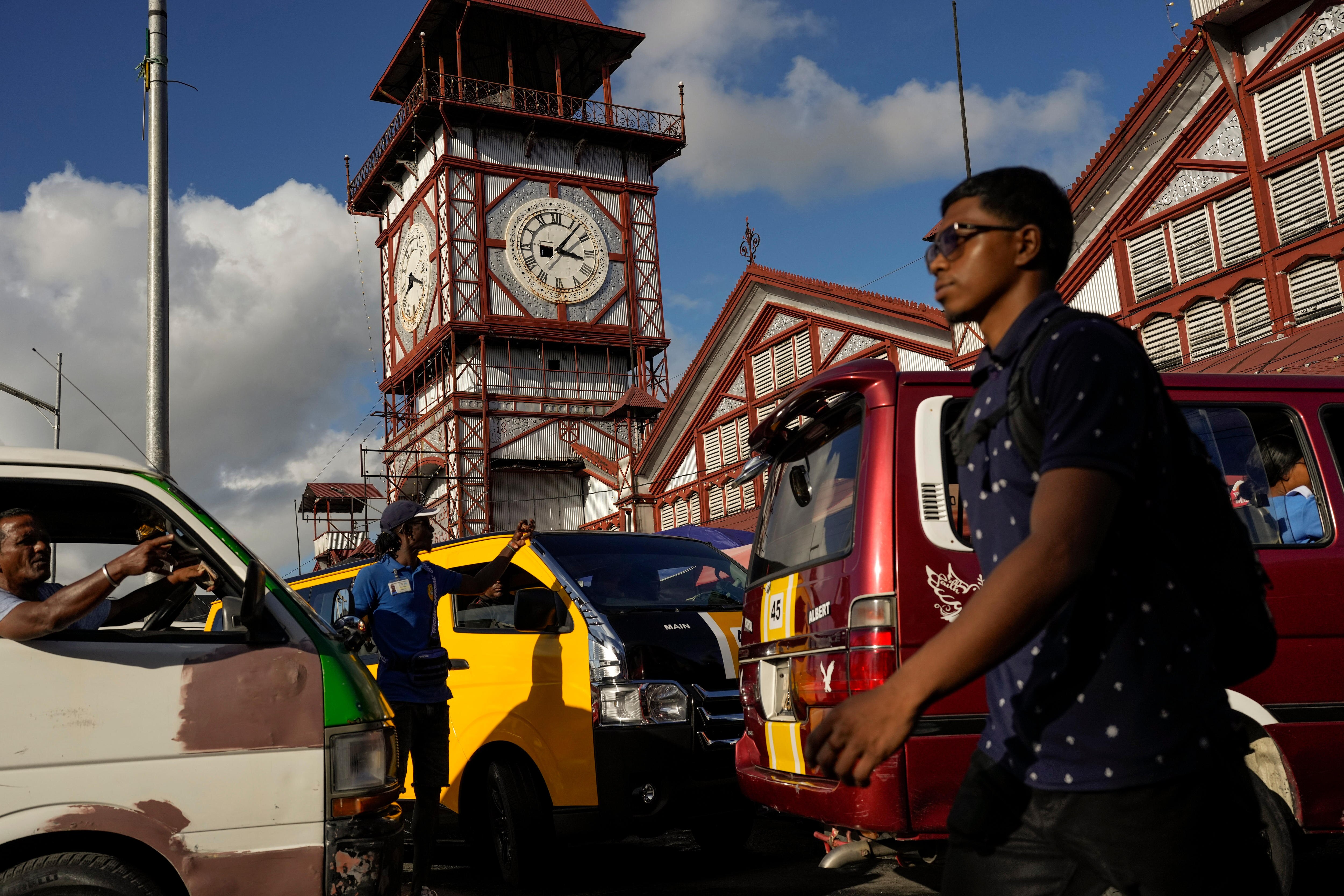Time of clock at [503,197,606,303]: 3:07
